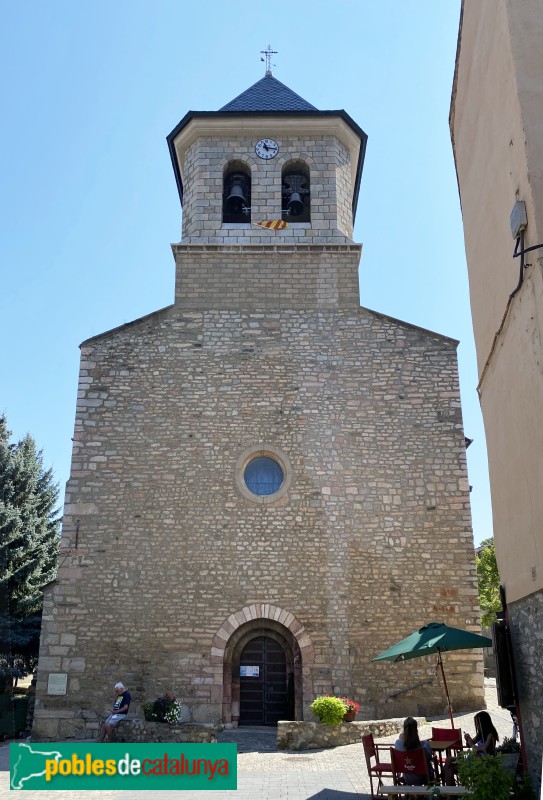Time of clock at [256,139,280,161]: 11:16
